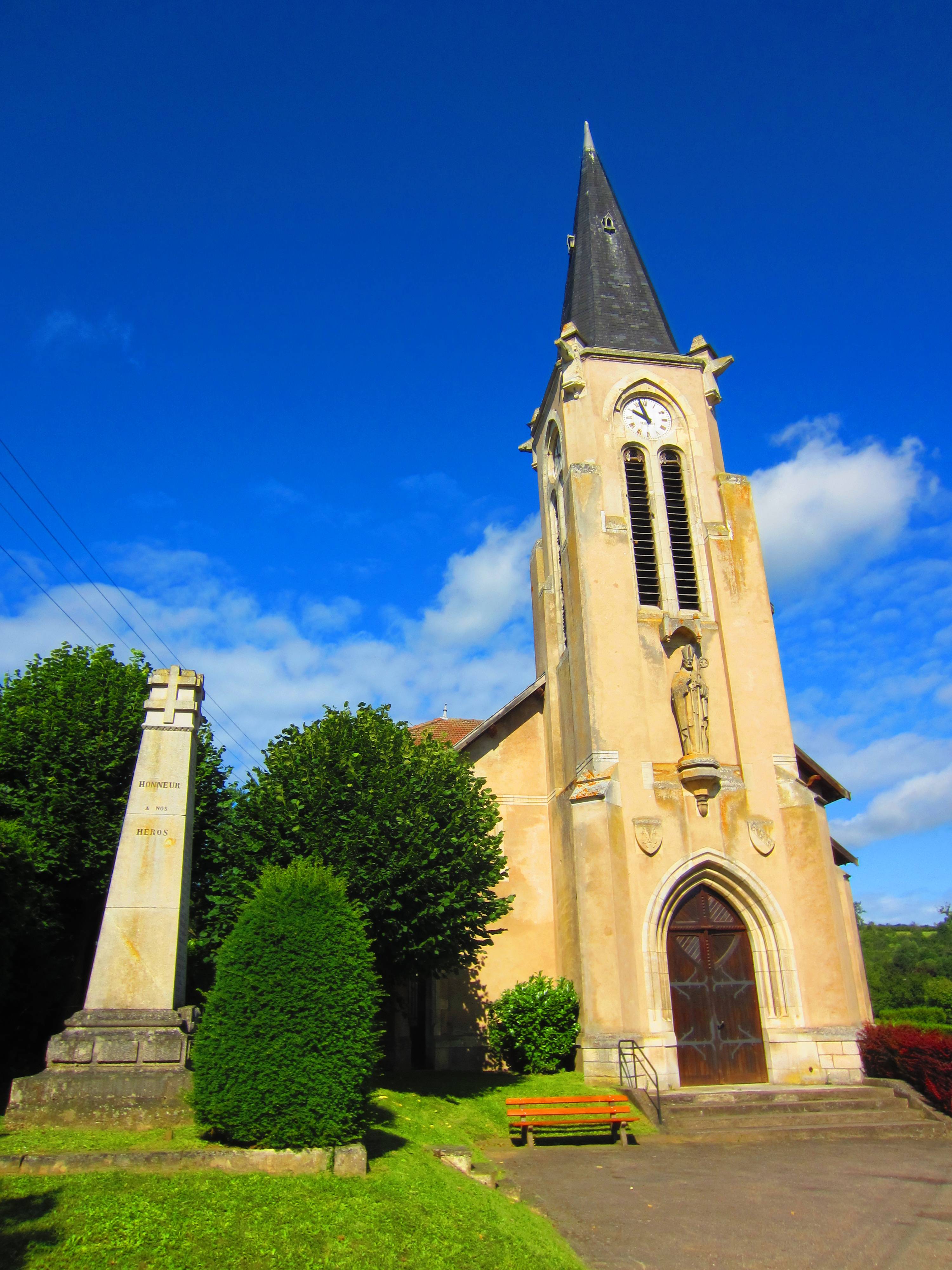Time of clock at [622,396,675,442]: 9:56
